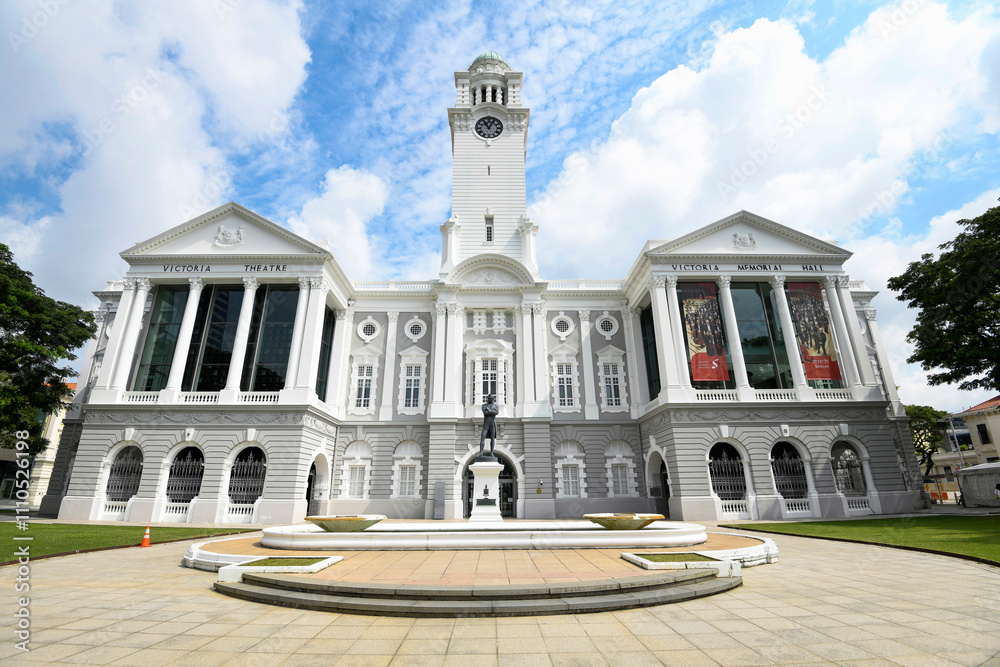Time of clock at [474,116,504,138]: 11:04
